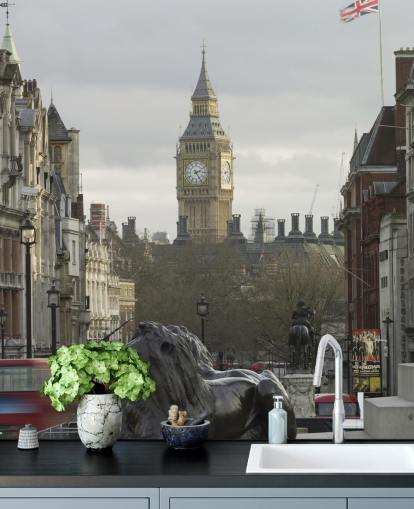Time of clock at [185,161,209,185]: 2:24
